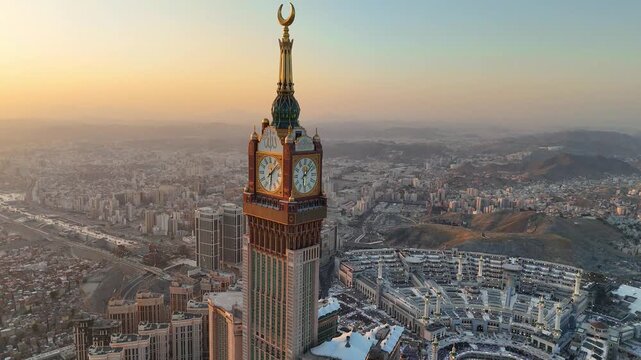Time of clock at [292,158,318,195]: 12:07
